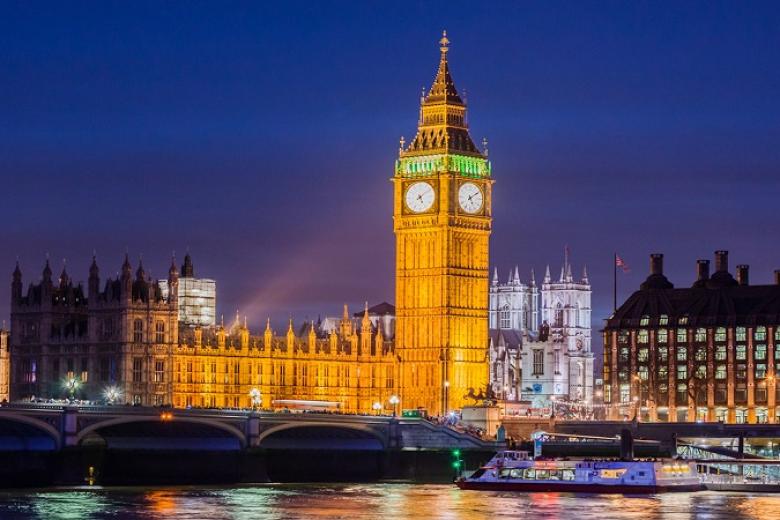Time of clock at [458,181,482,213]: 5:09
